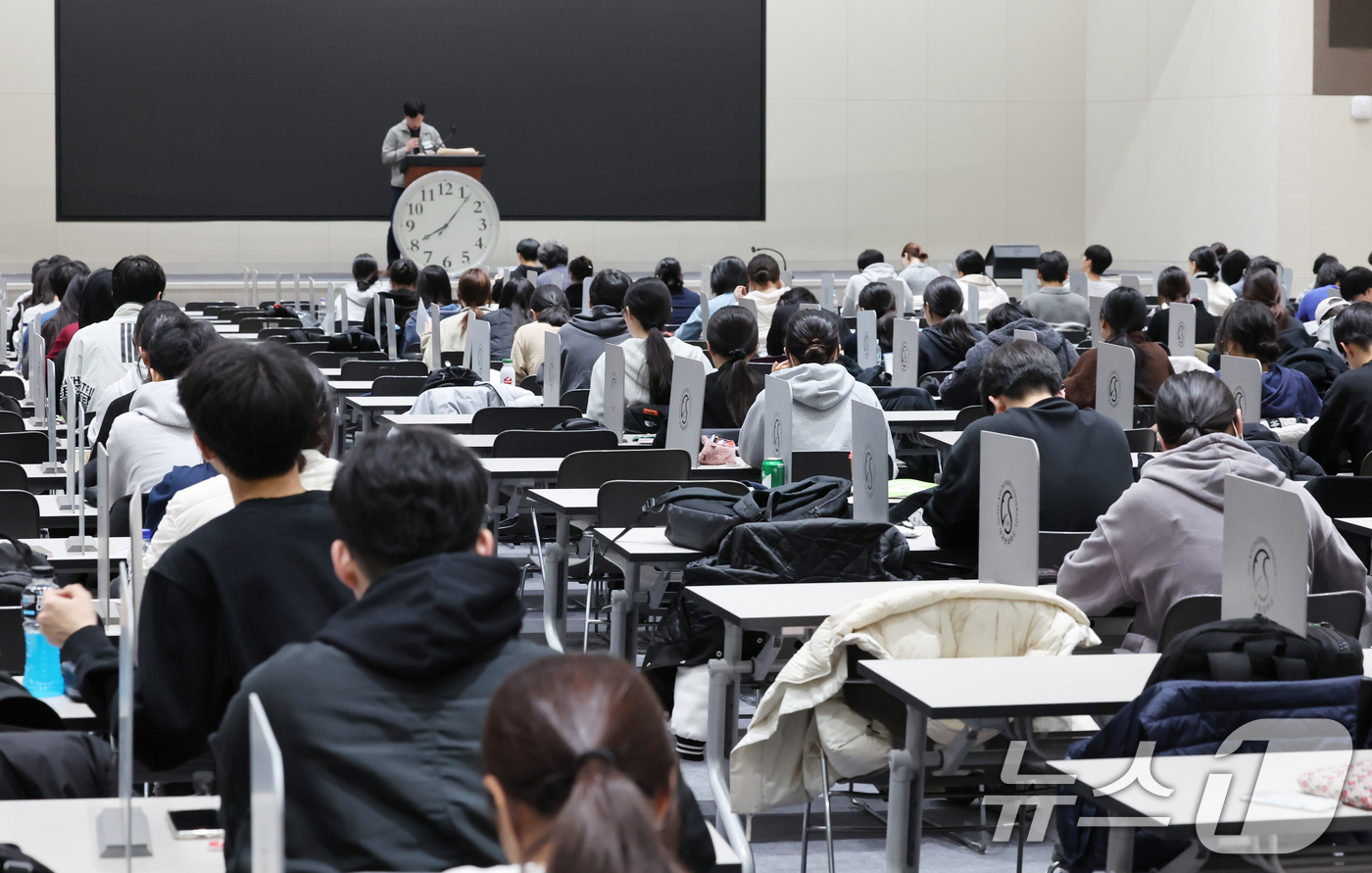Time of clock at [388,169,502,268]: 8:06
